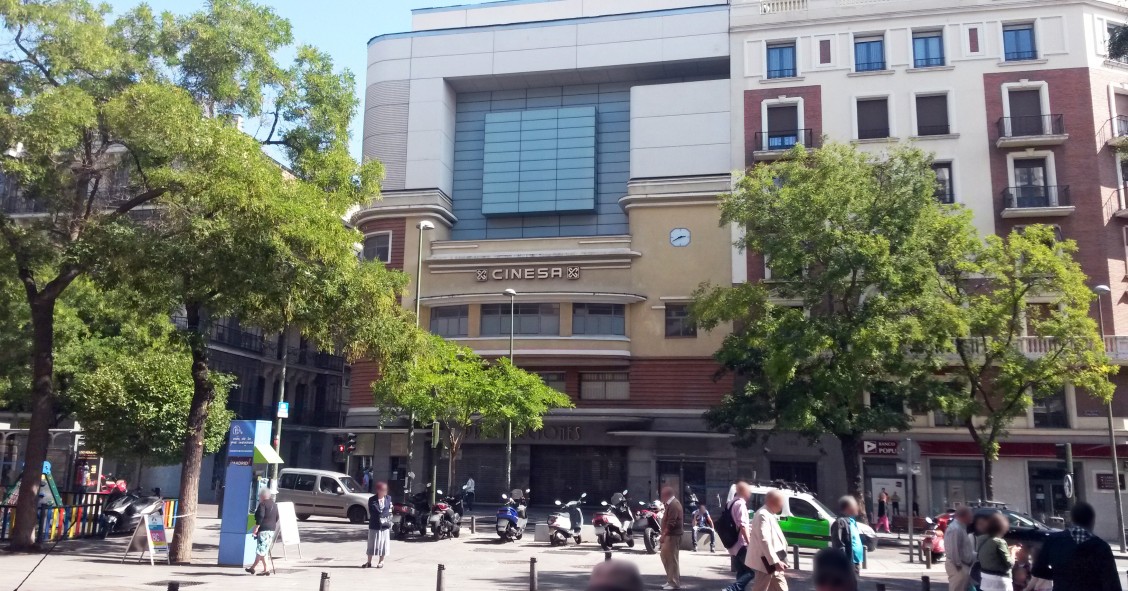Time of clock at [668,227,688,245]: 2:40
